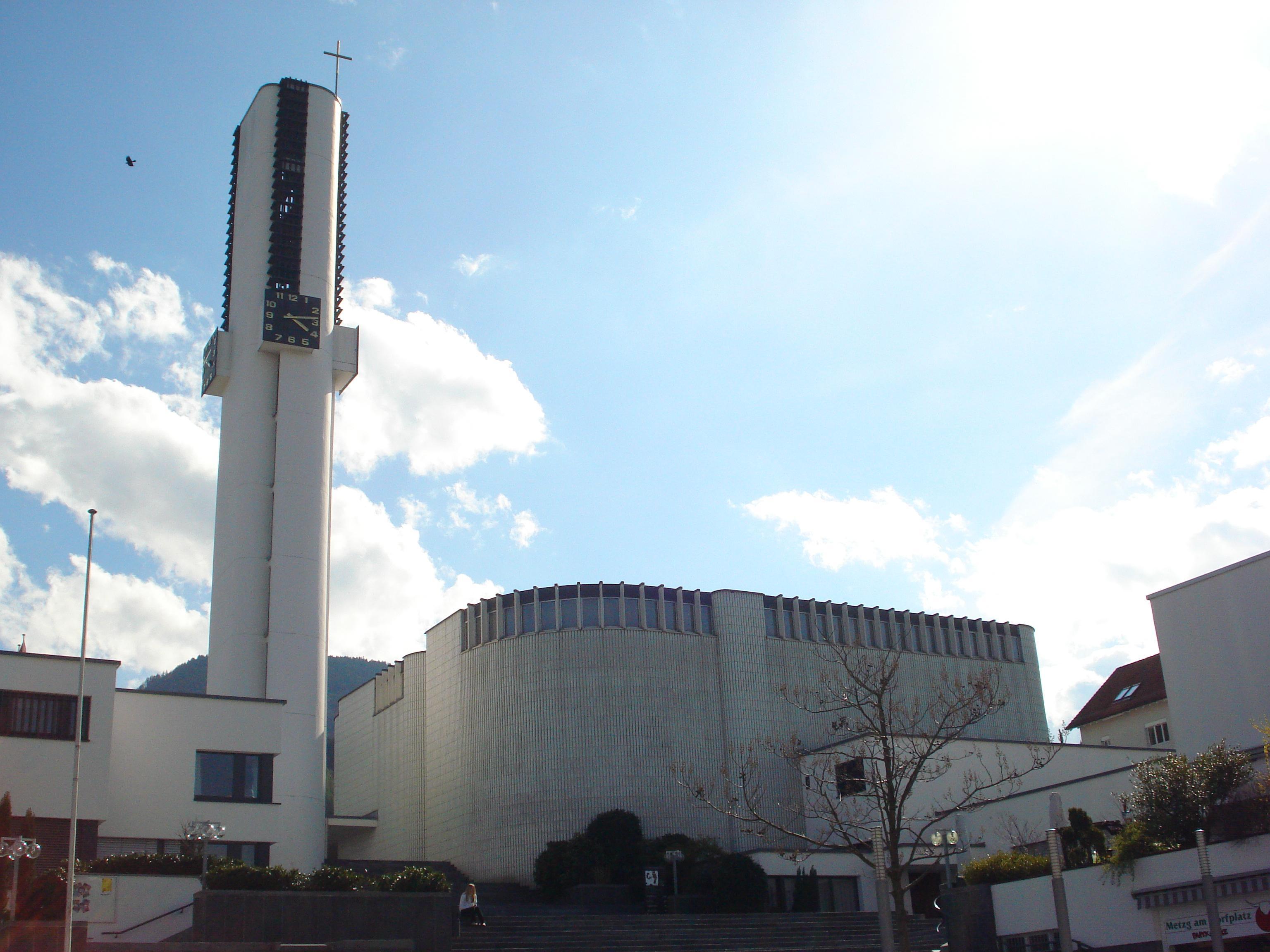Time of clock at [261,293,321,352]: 4:13
